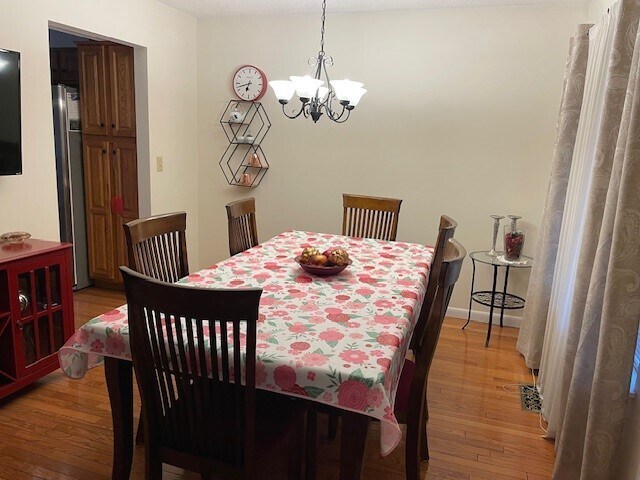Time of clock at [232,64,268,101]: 6:42
